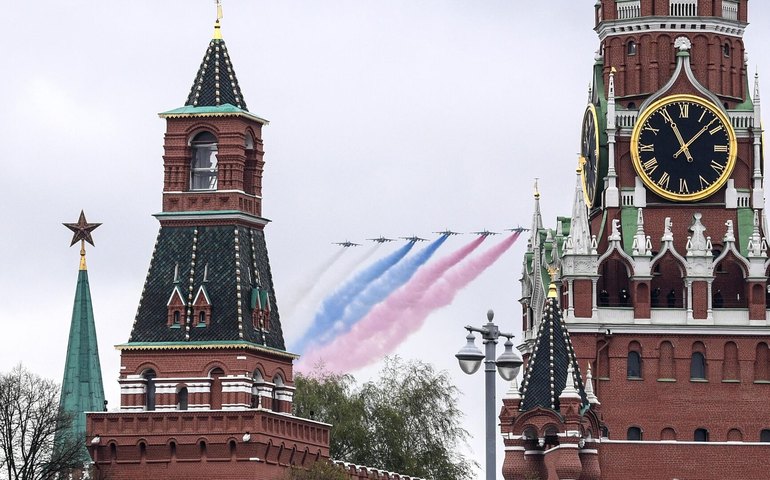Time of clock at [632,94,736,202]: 11:07
